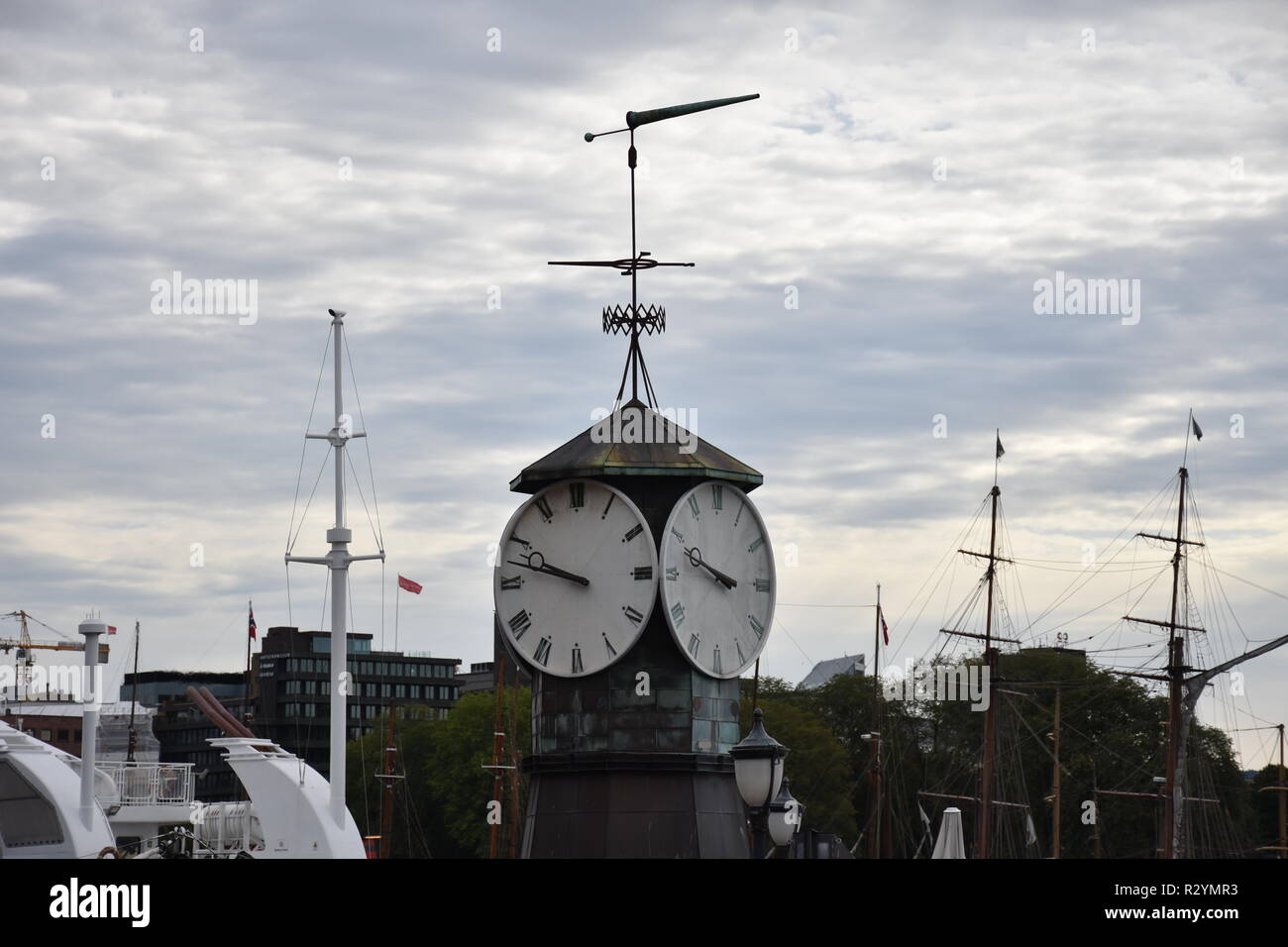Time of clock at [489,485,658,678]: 9:47
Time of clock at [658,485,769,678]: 2:48
